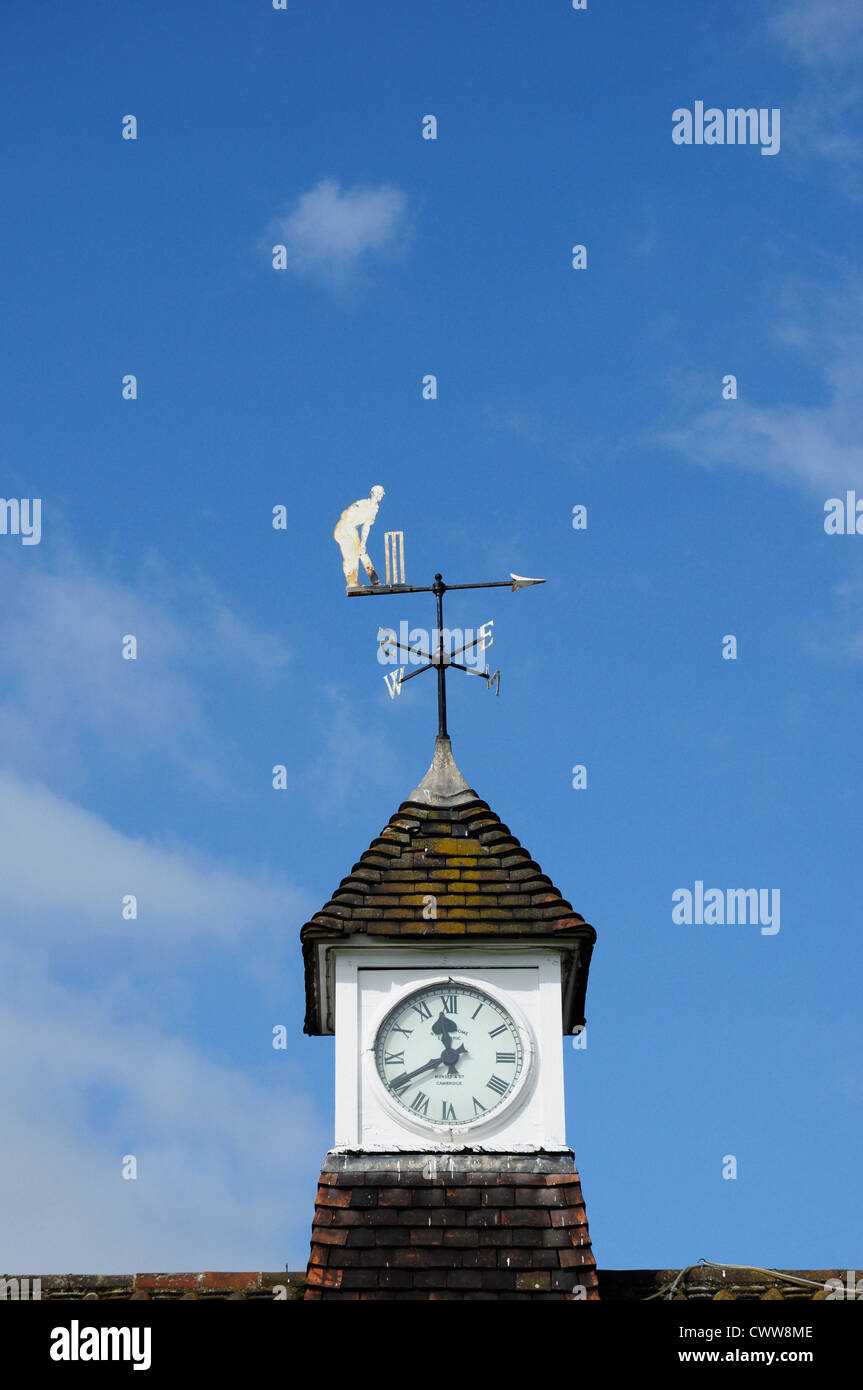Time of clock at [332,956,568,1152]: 11:40
